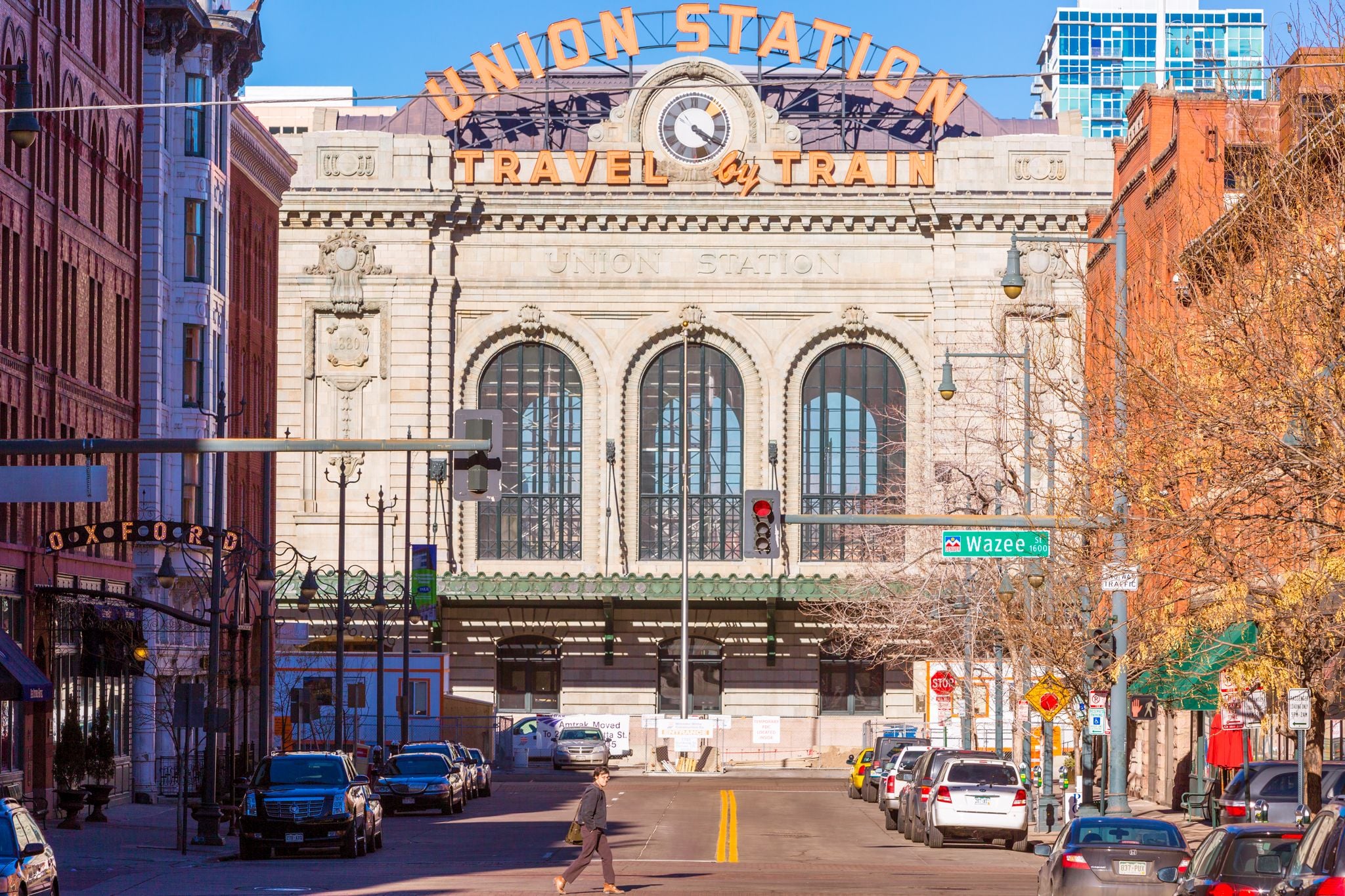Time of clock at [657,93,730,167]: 4:19
